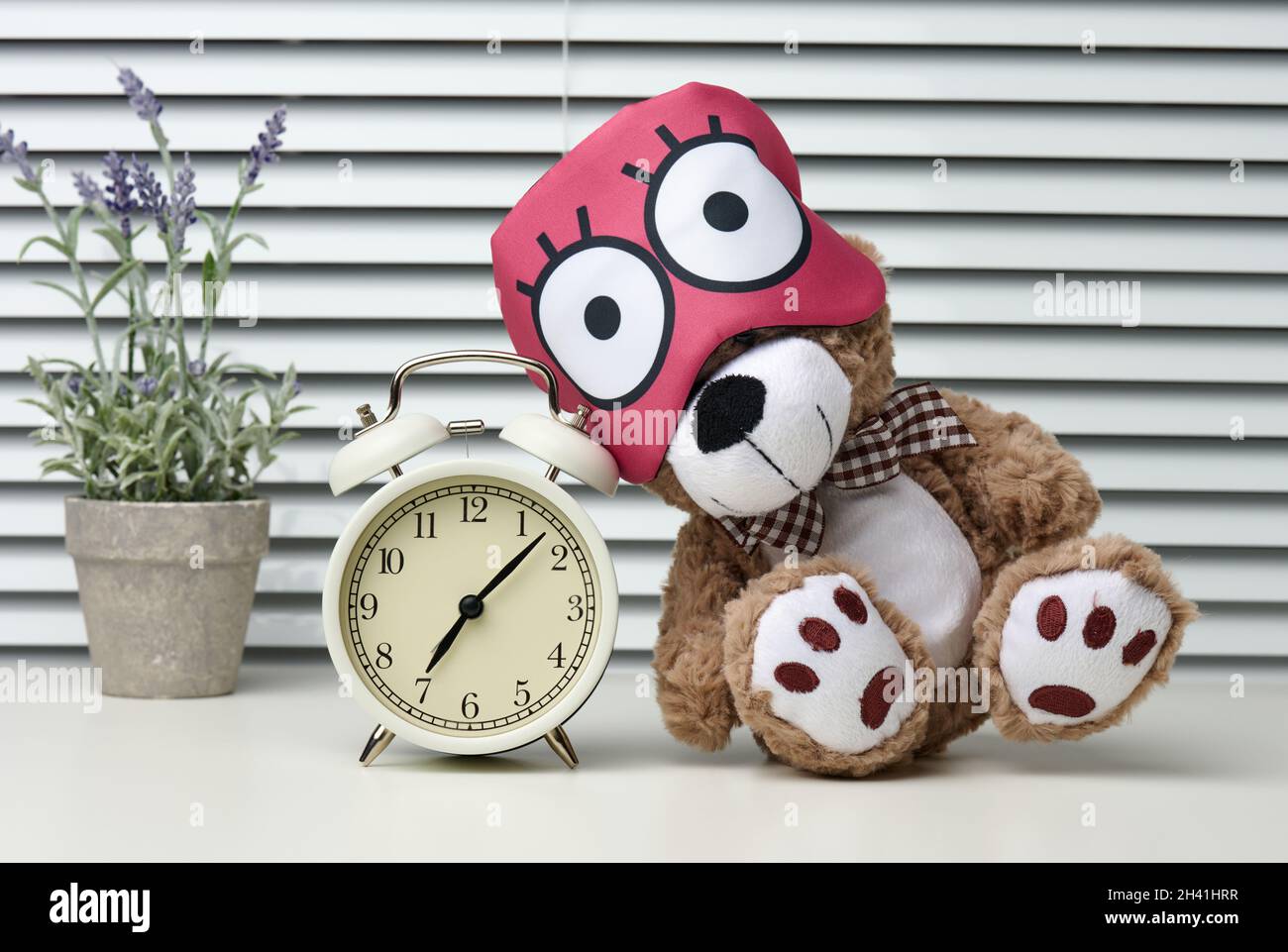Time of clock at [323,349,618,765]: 7:07
